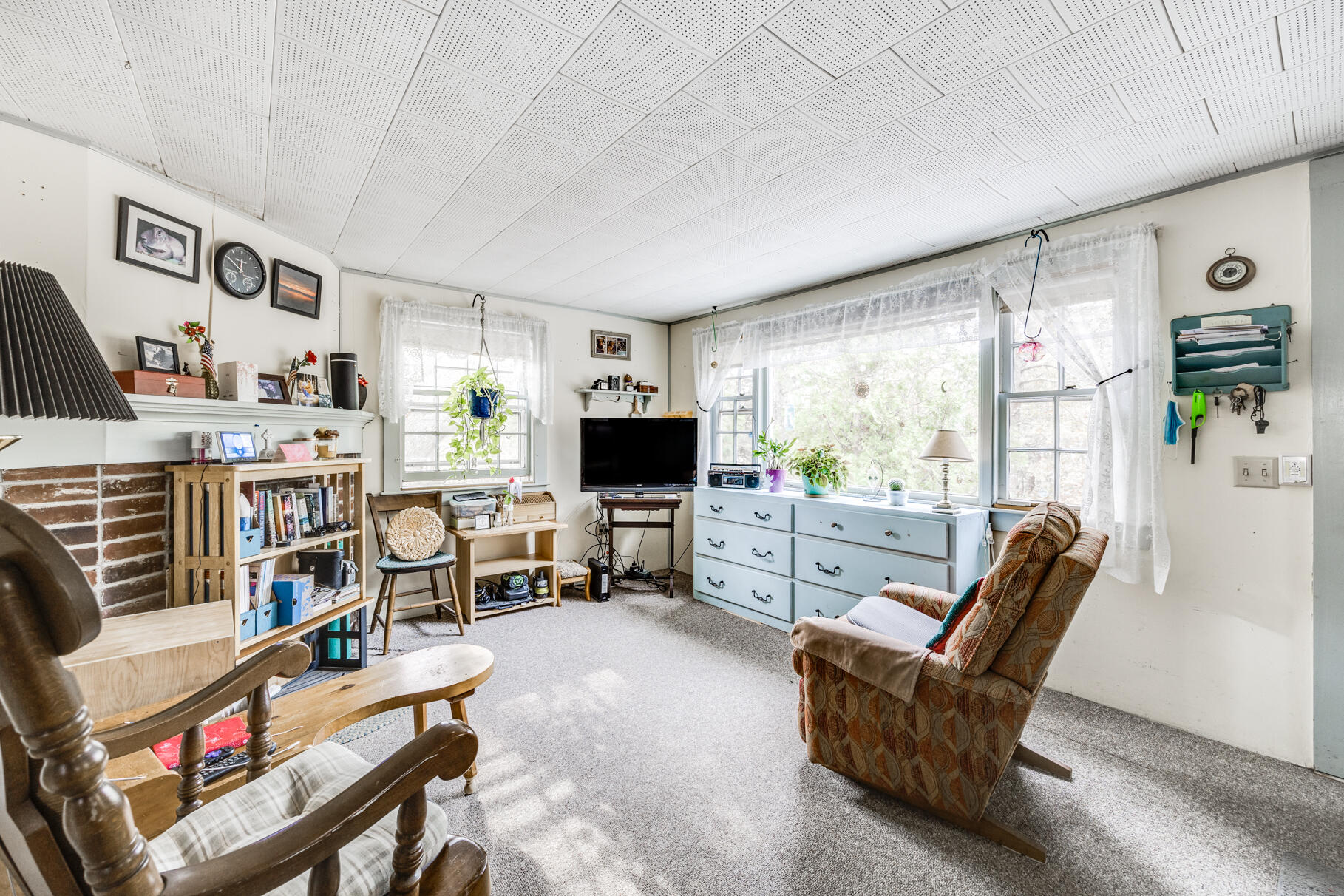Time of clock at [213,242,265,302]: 11:50
